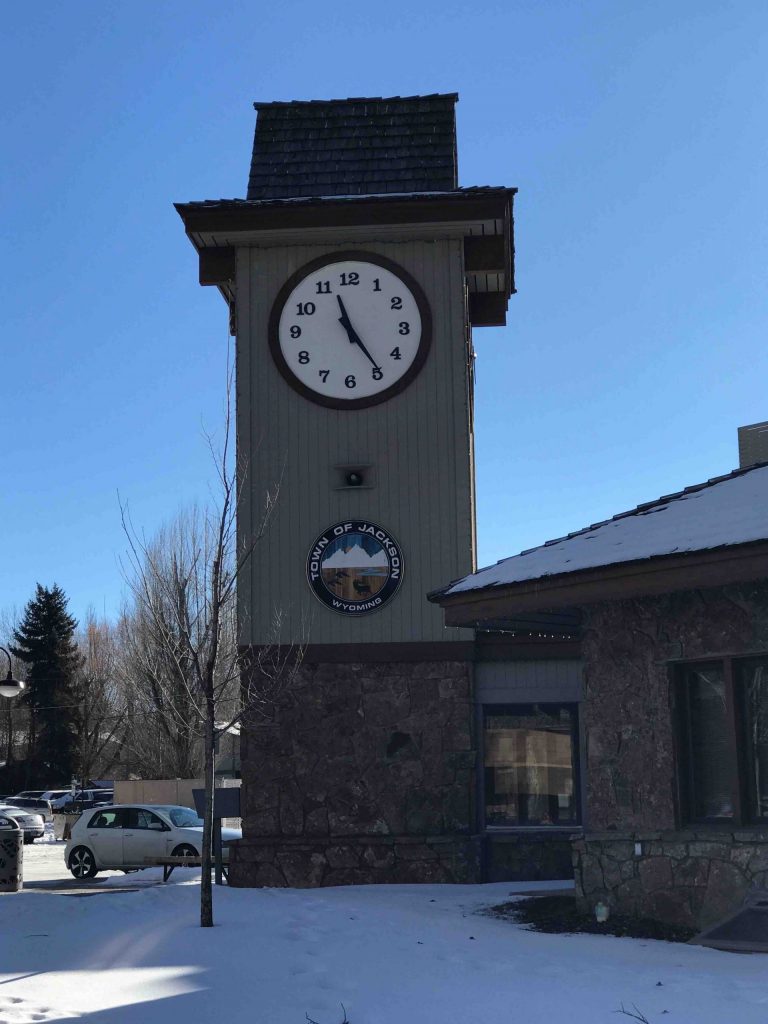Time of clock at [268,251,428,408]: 11:24
